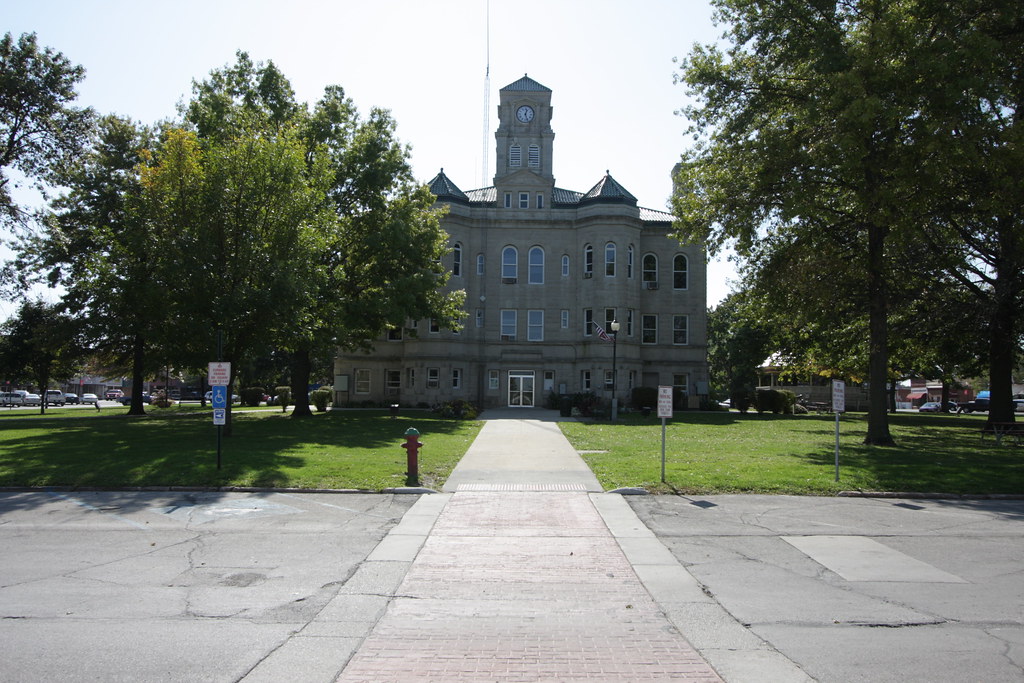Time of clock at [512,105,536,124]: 12:26
